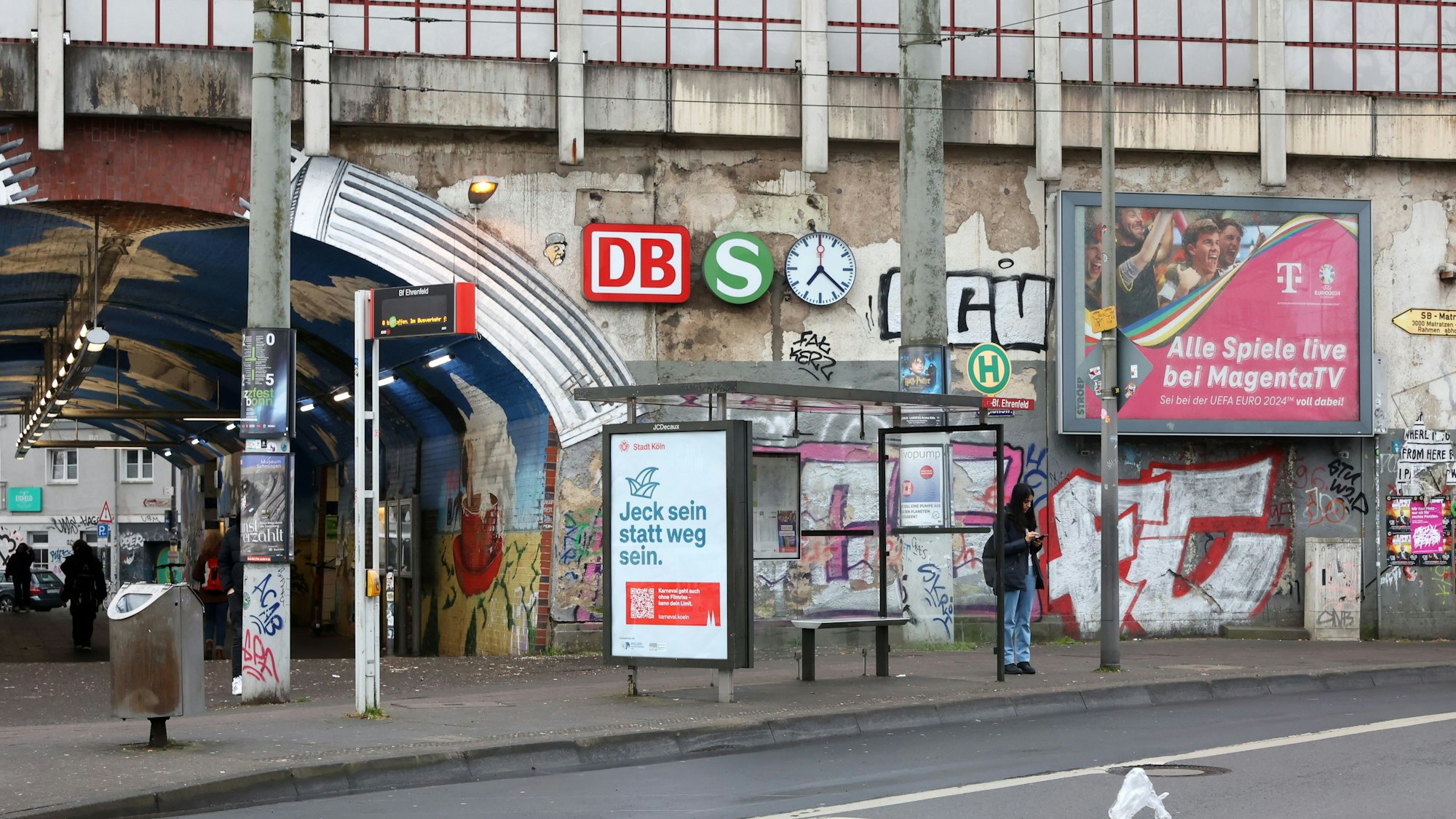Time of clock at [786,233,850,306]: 7:21
